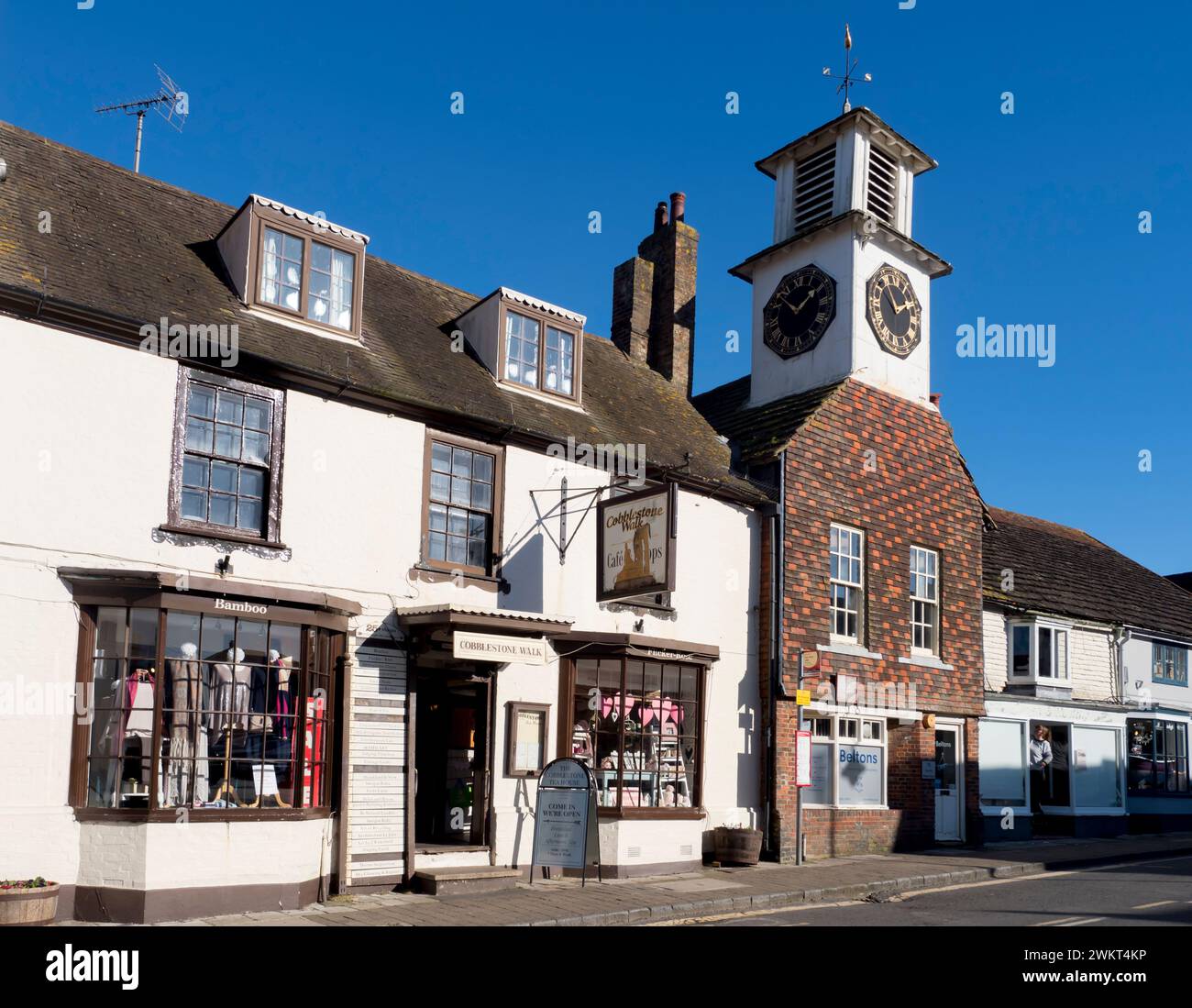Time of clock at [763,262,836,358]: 1:52
